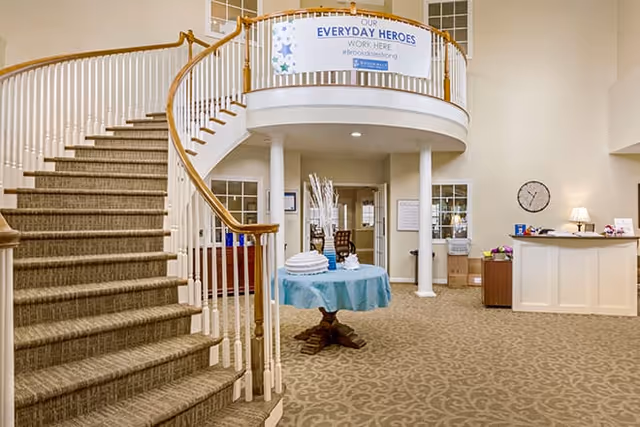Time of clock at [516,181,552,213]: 10:34
